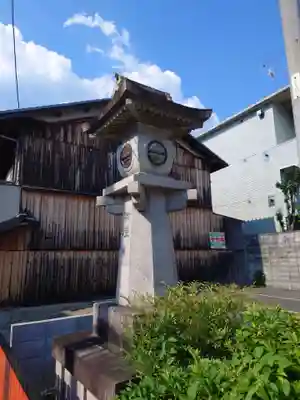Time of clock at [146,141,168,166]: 2:46
